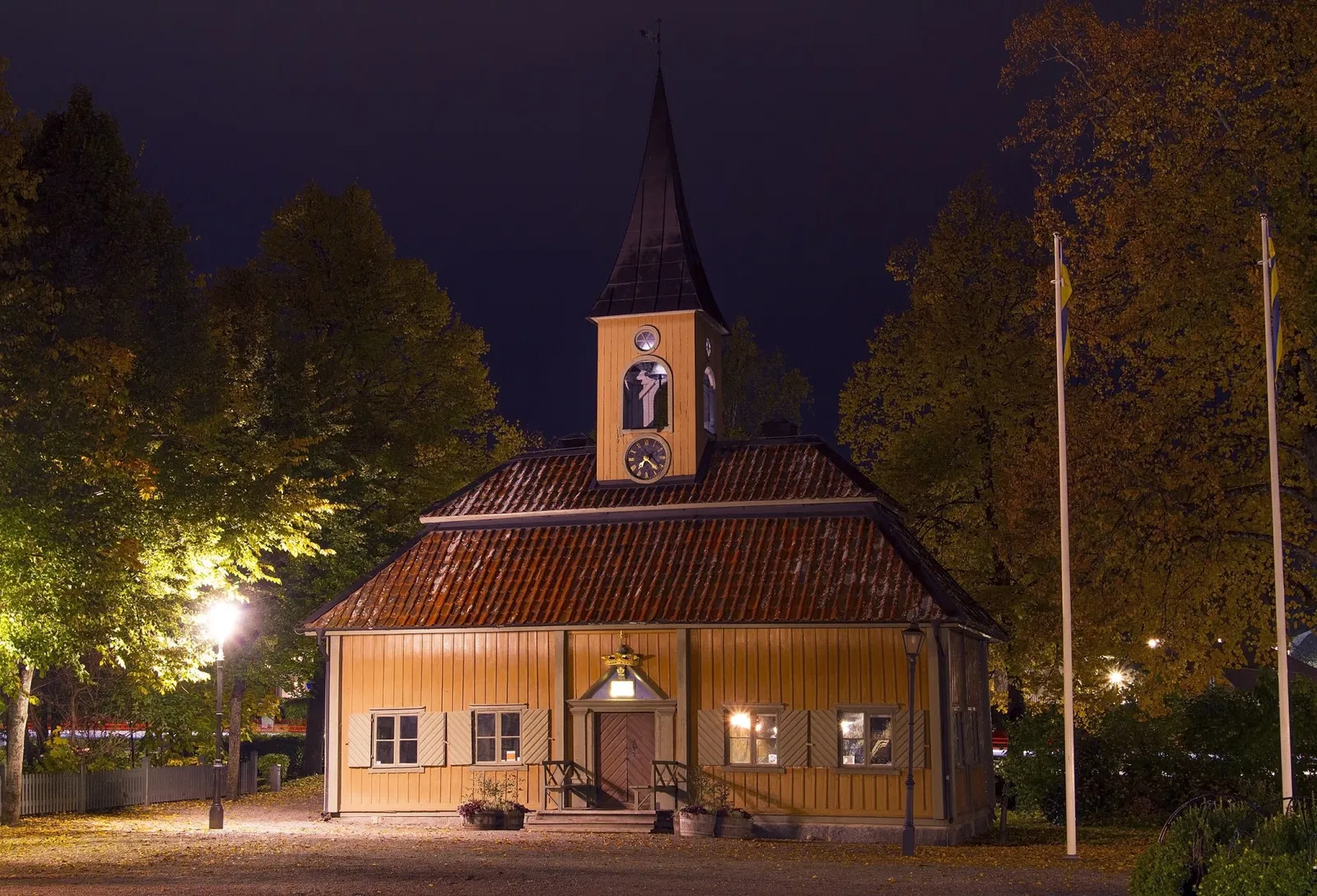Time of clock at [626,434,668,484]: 7:22
